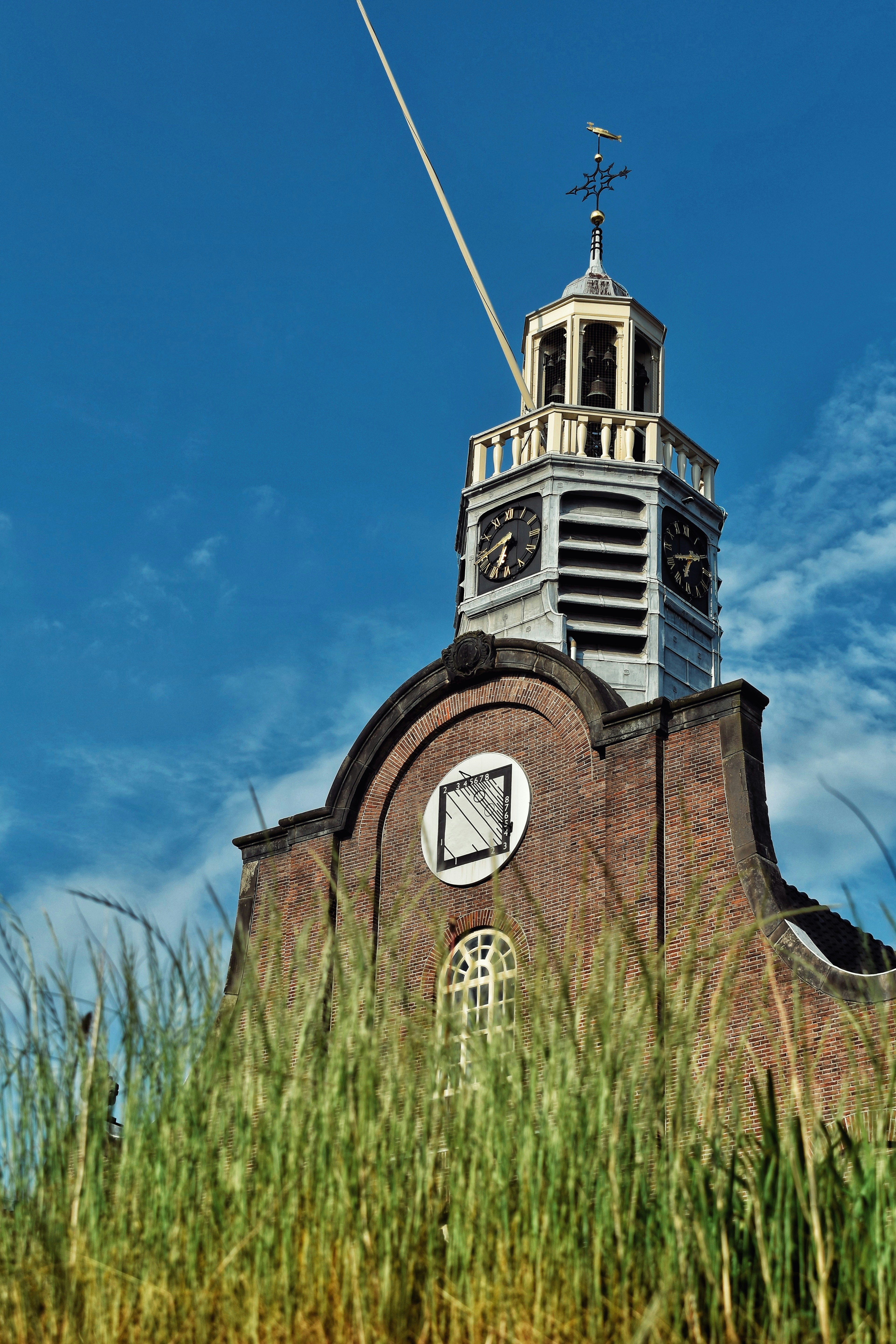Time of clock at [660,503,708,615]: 6:41
